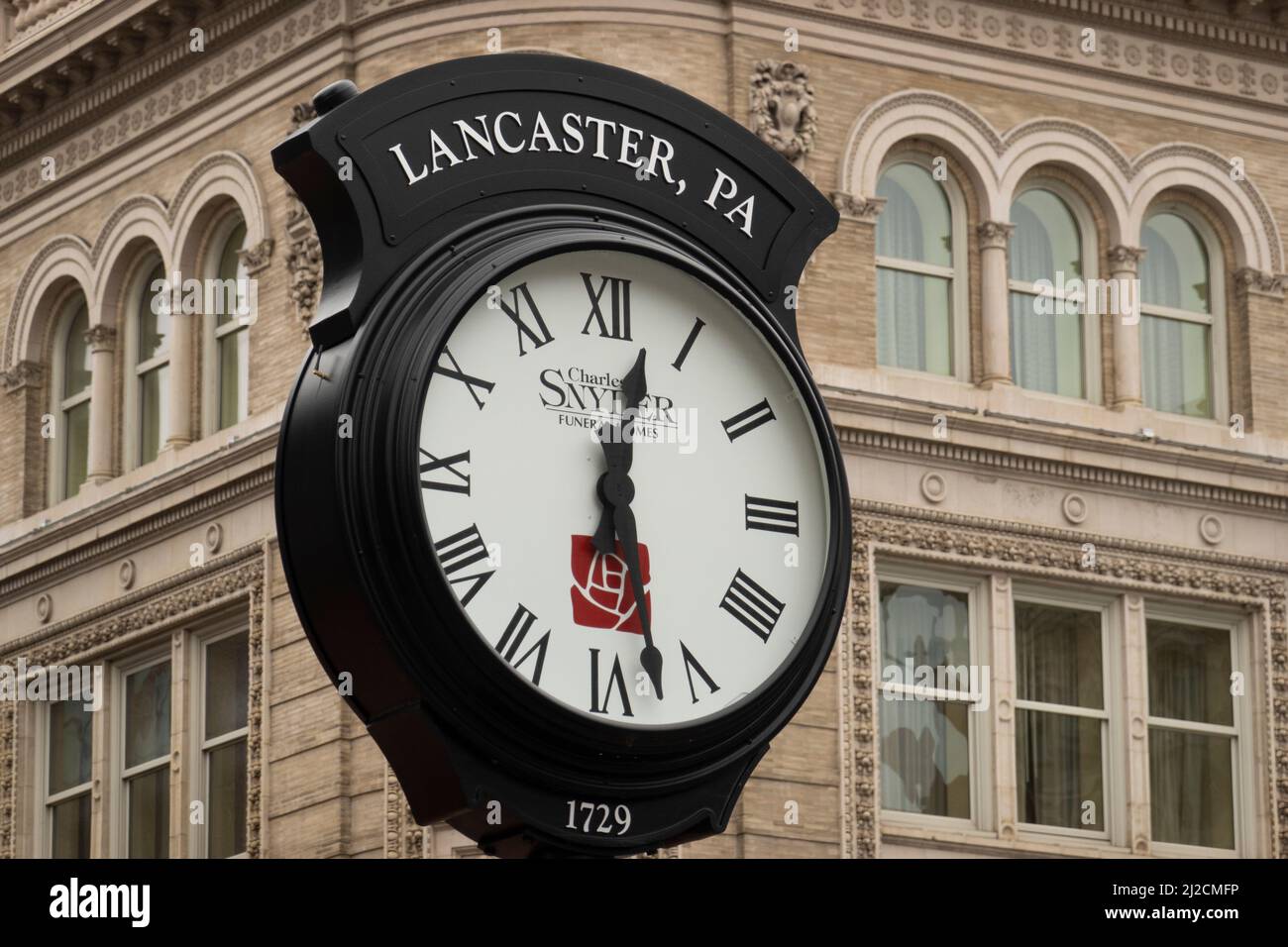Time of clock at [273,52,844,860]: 12:27
